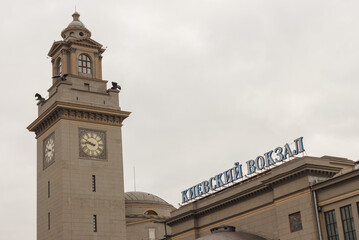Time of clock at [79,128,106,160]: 9:45
